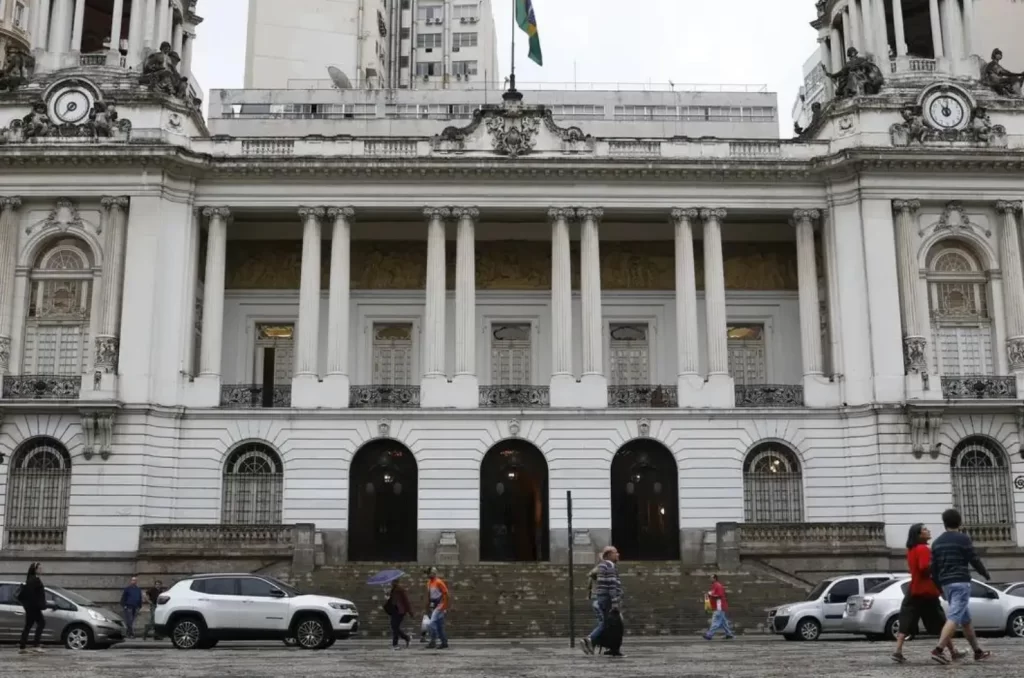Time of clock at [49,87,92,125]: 7:37
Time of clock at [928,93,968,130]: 11:02
